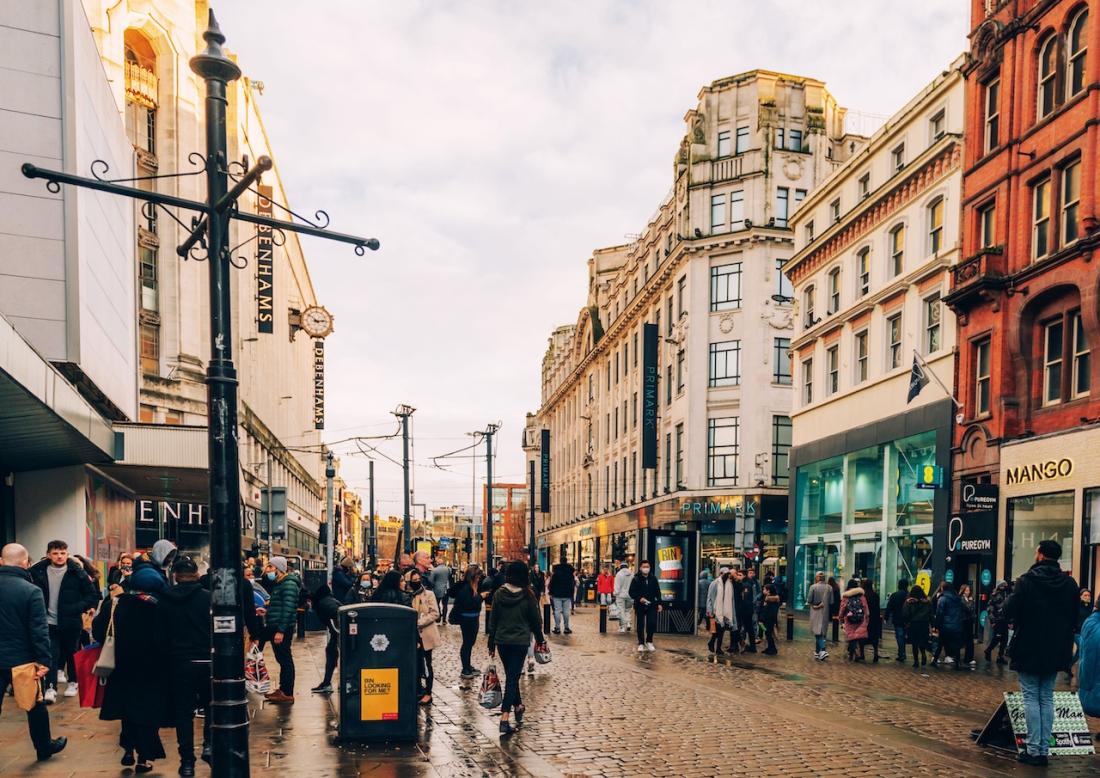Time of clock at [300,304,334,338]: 2:52
